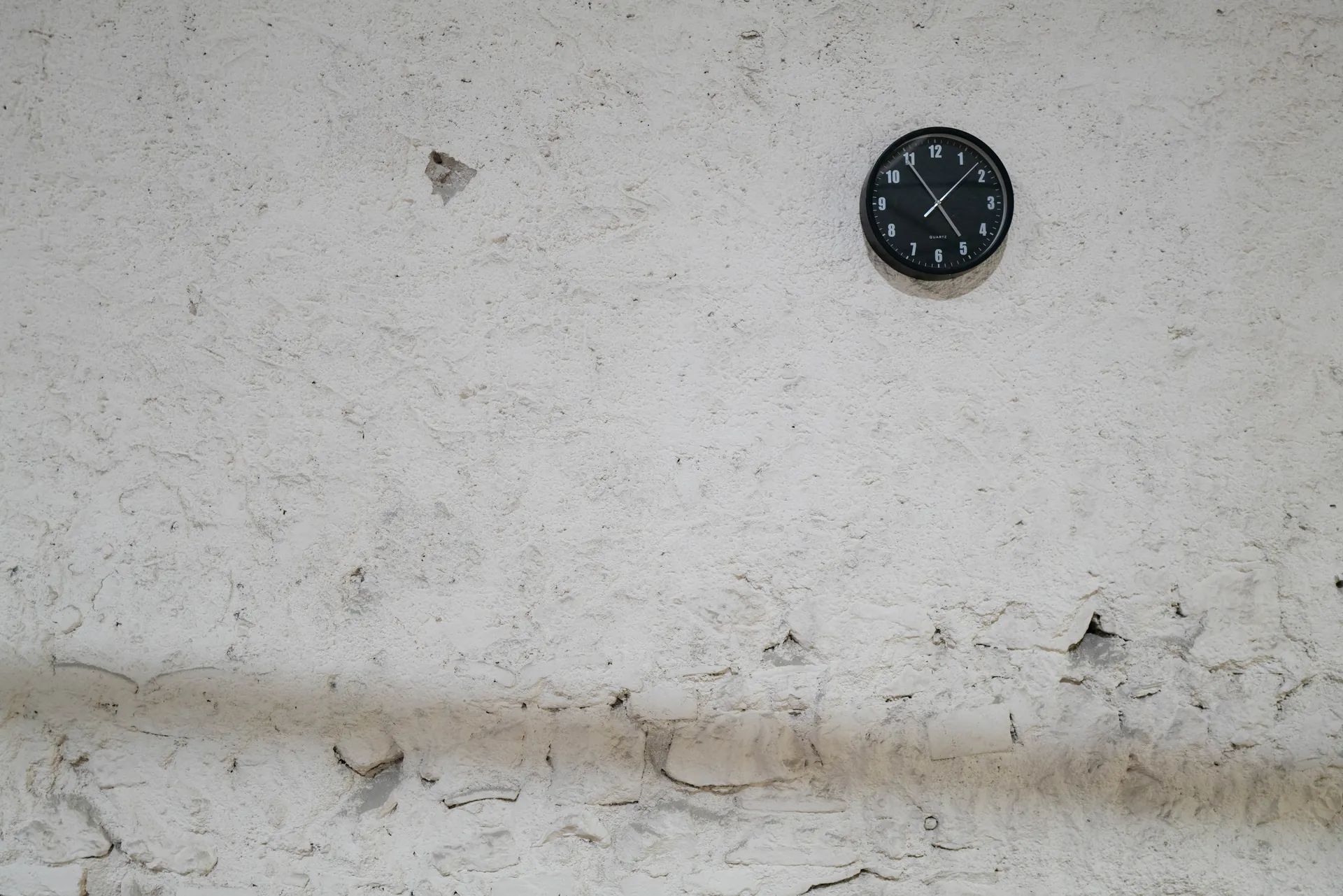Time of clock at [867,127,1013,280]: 4:54
